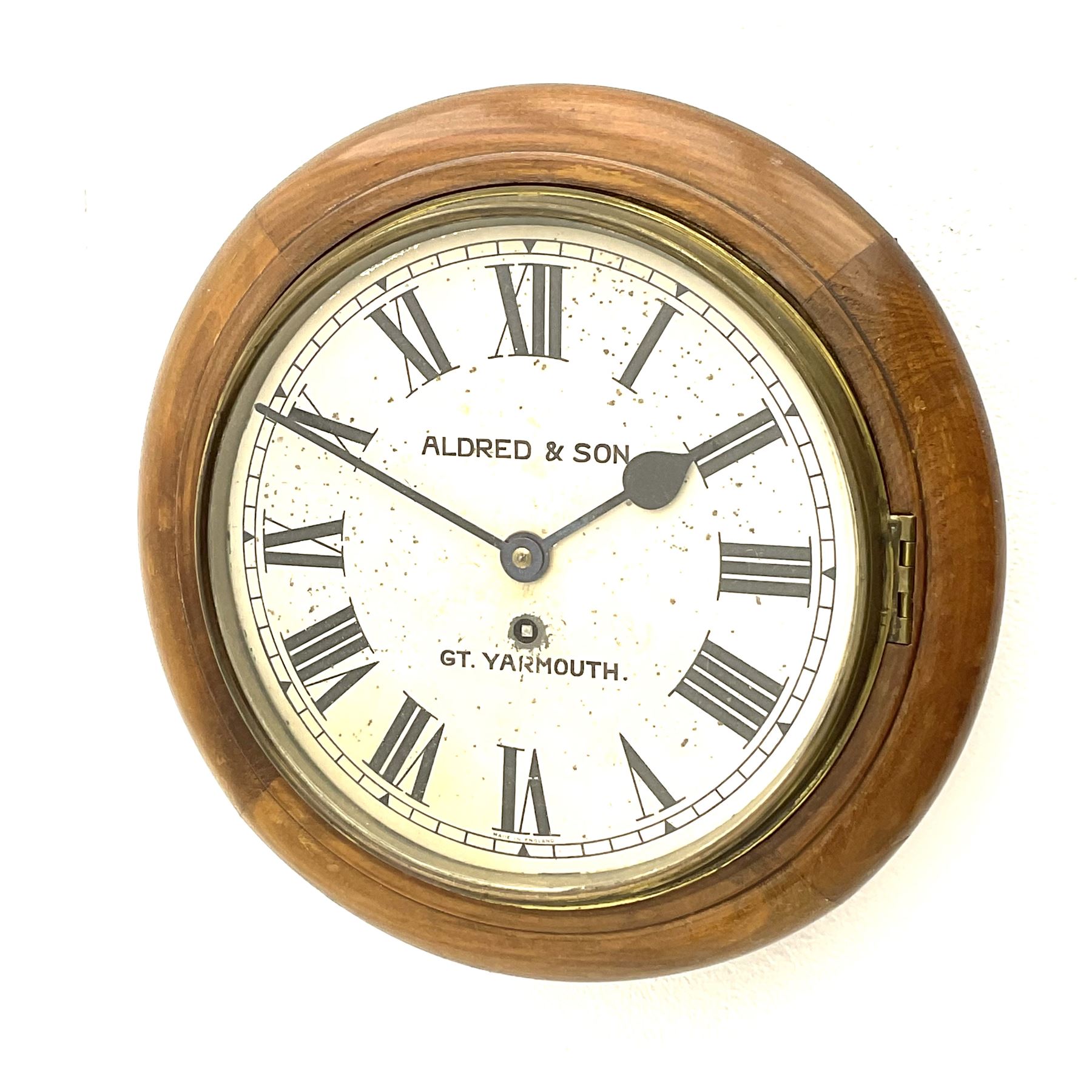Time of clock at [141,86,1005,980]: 1:49
